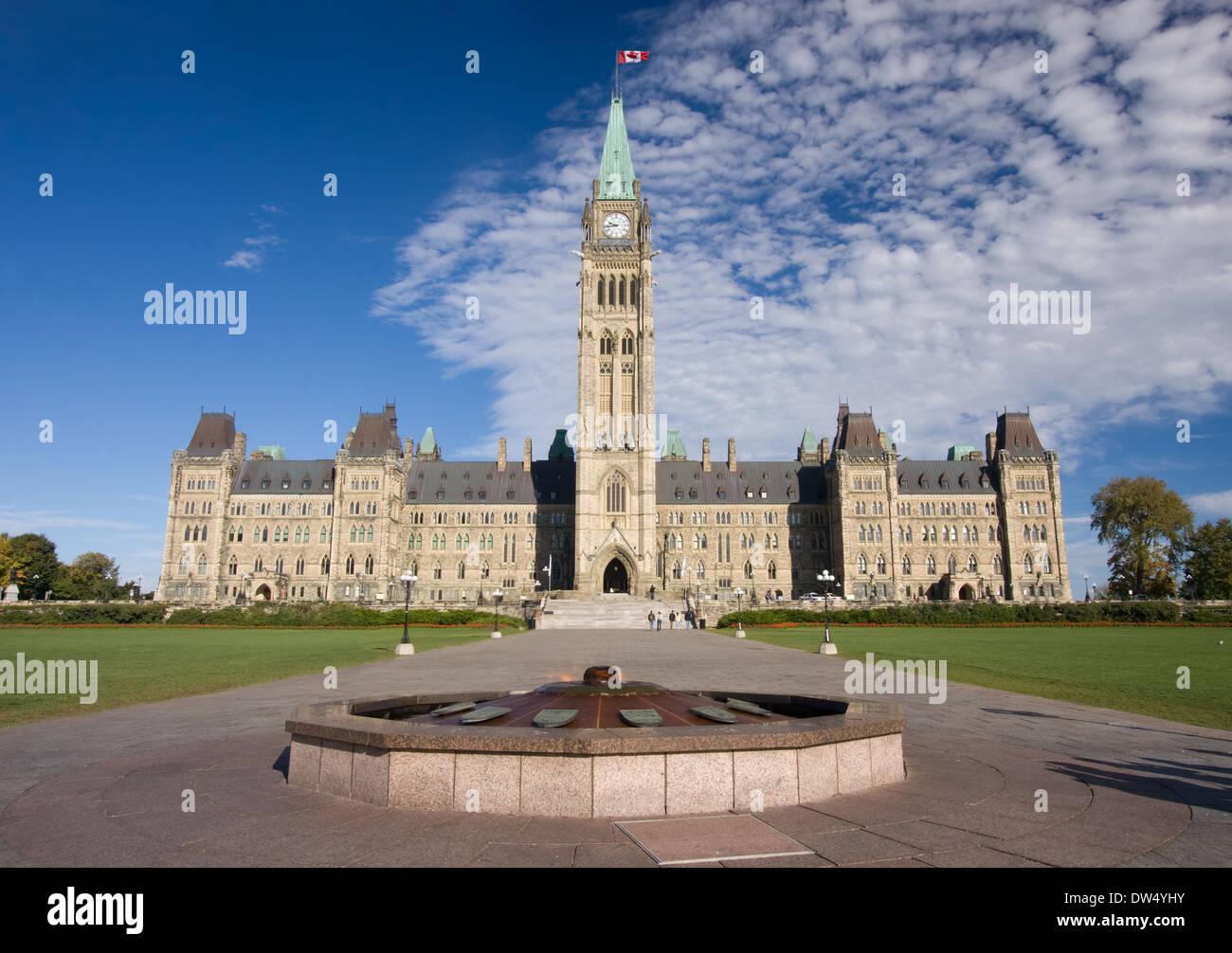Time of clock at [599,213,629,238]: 9:43
